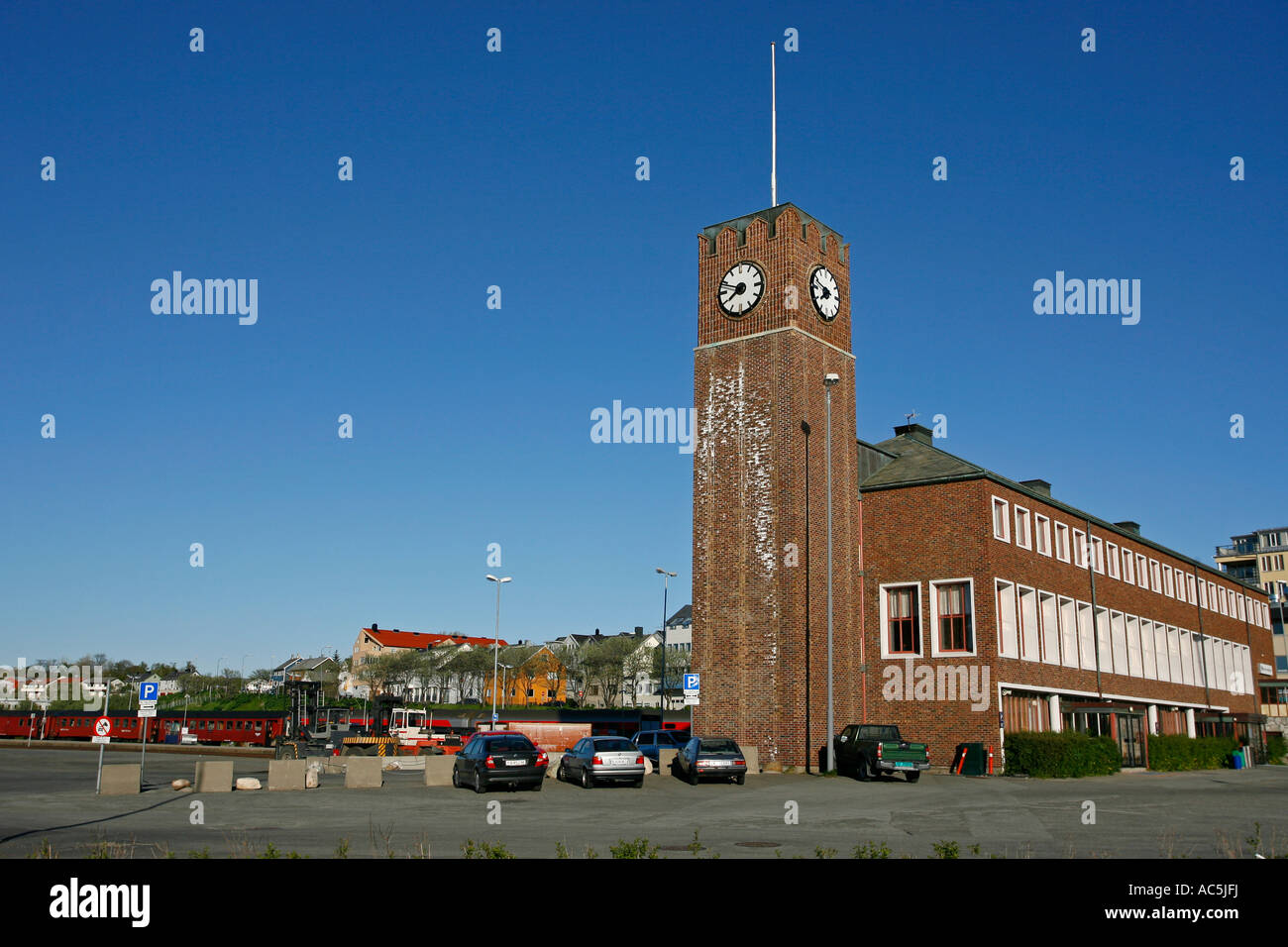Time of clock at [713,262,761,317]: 7:48
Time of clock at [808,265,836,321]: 7:48
